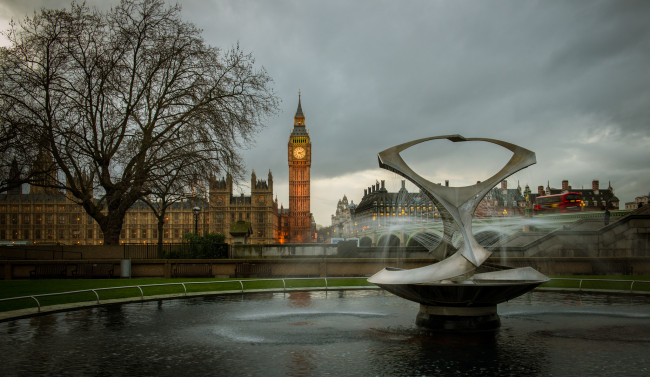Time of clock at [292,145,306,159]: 4:12
